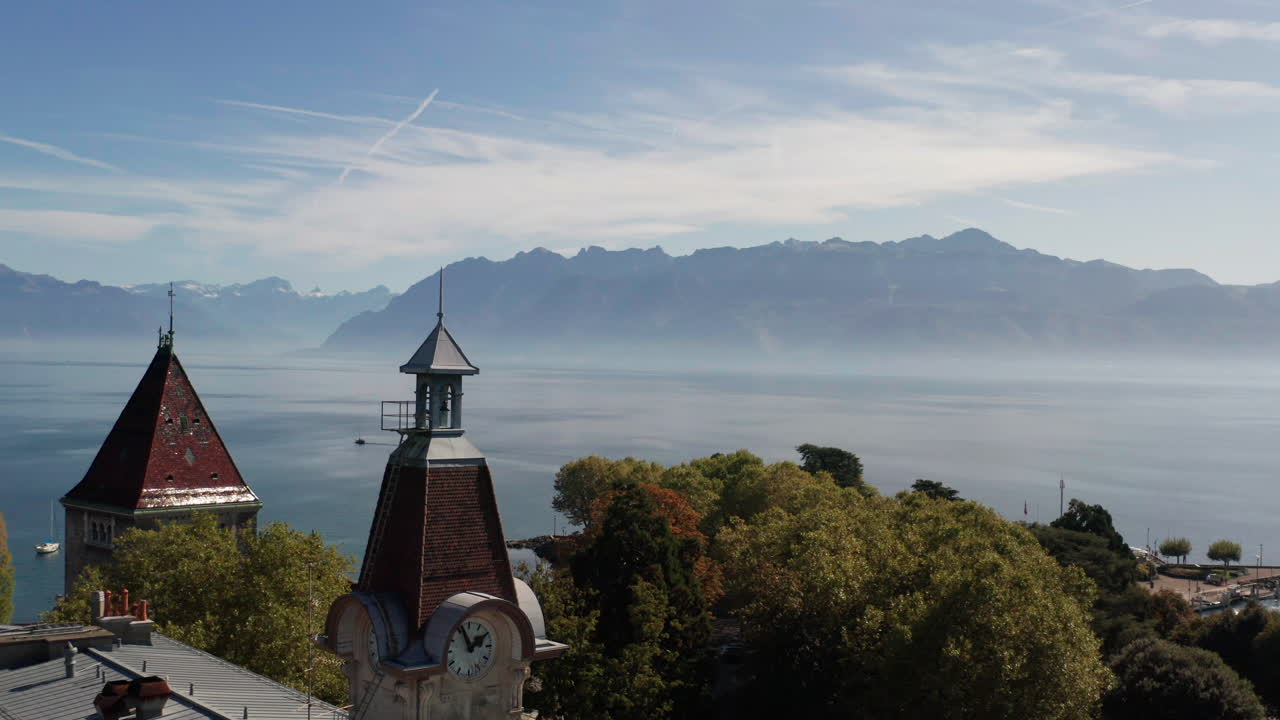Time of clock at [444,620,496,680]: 1:56
